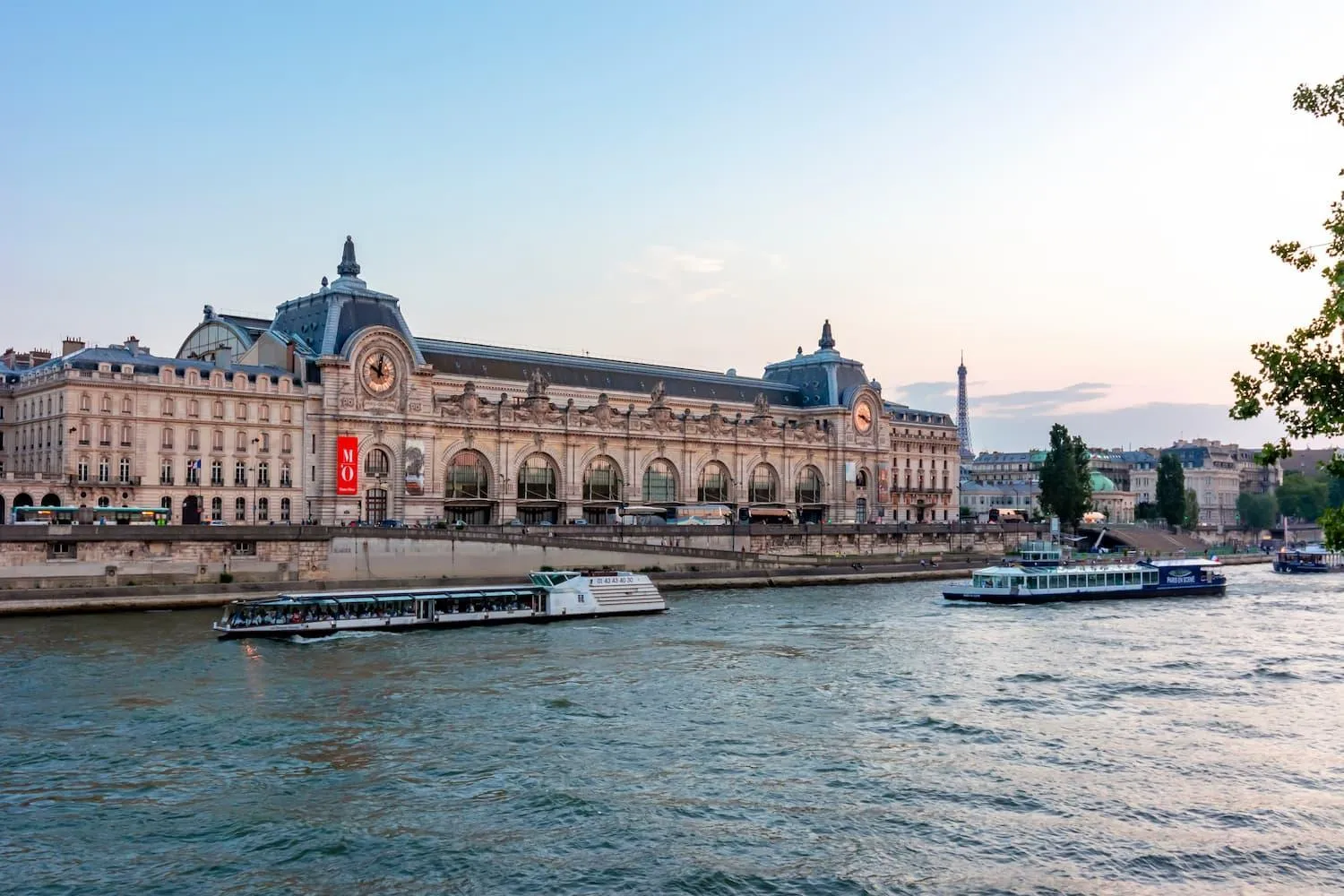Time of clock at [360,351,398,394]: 10:00
